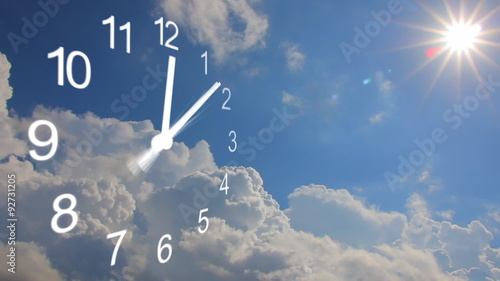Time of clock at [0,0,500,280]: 12:07
